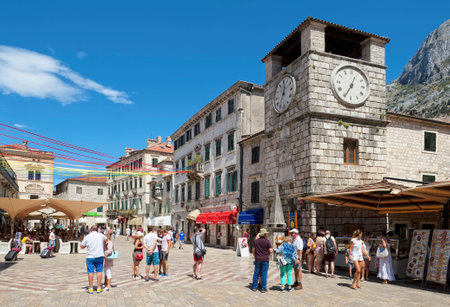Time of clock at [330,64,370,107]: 12:34
